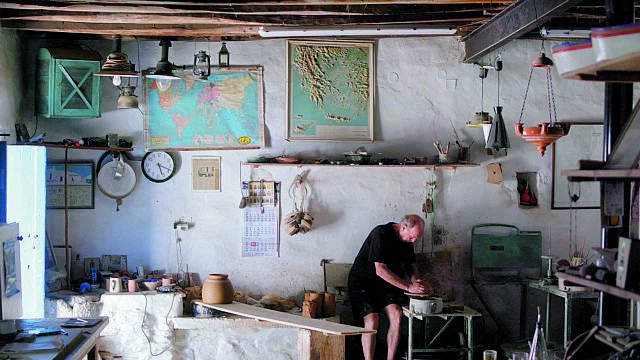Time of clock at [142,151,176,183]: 5:18
